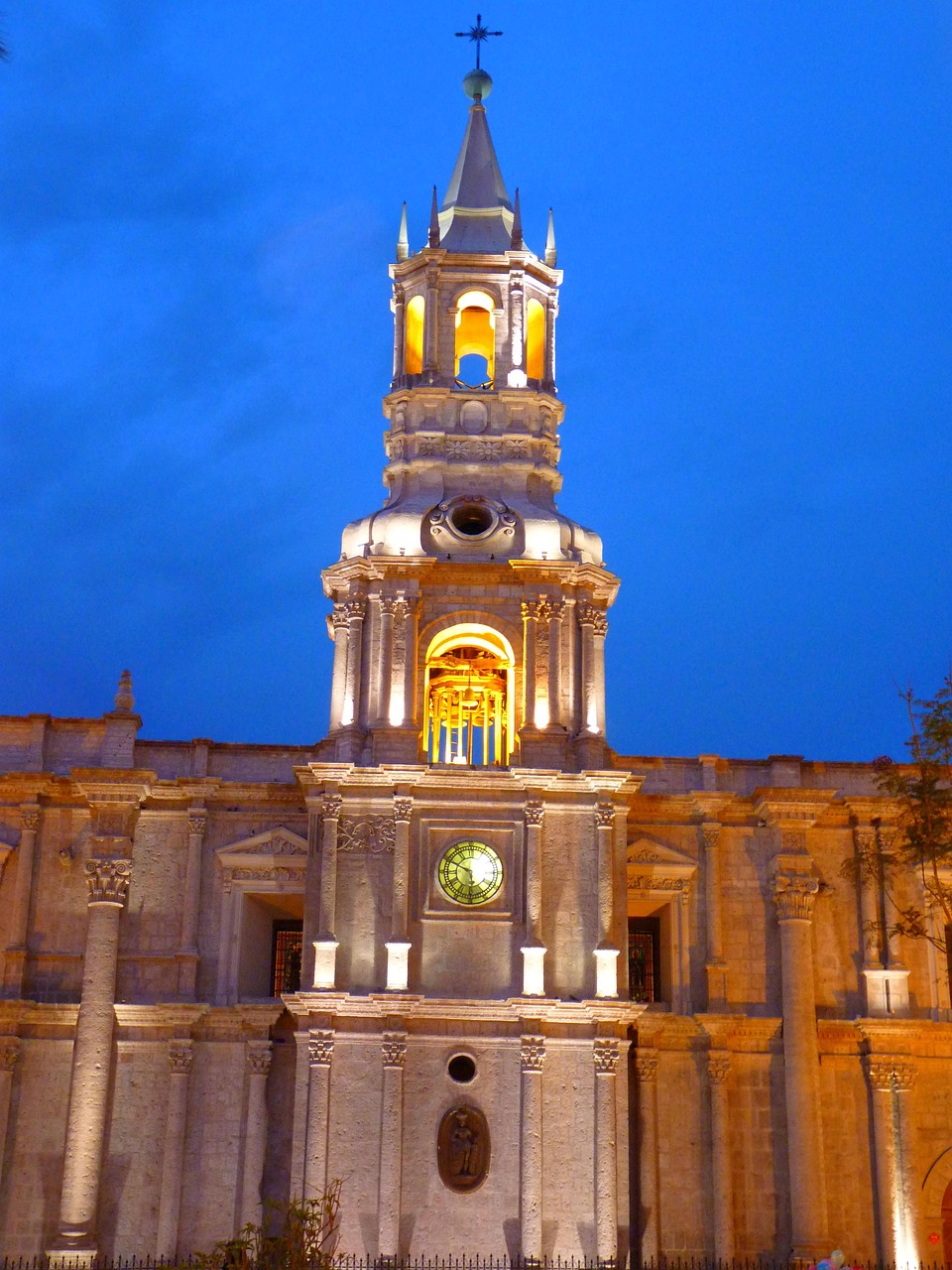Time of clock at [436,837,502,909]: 5:49
